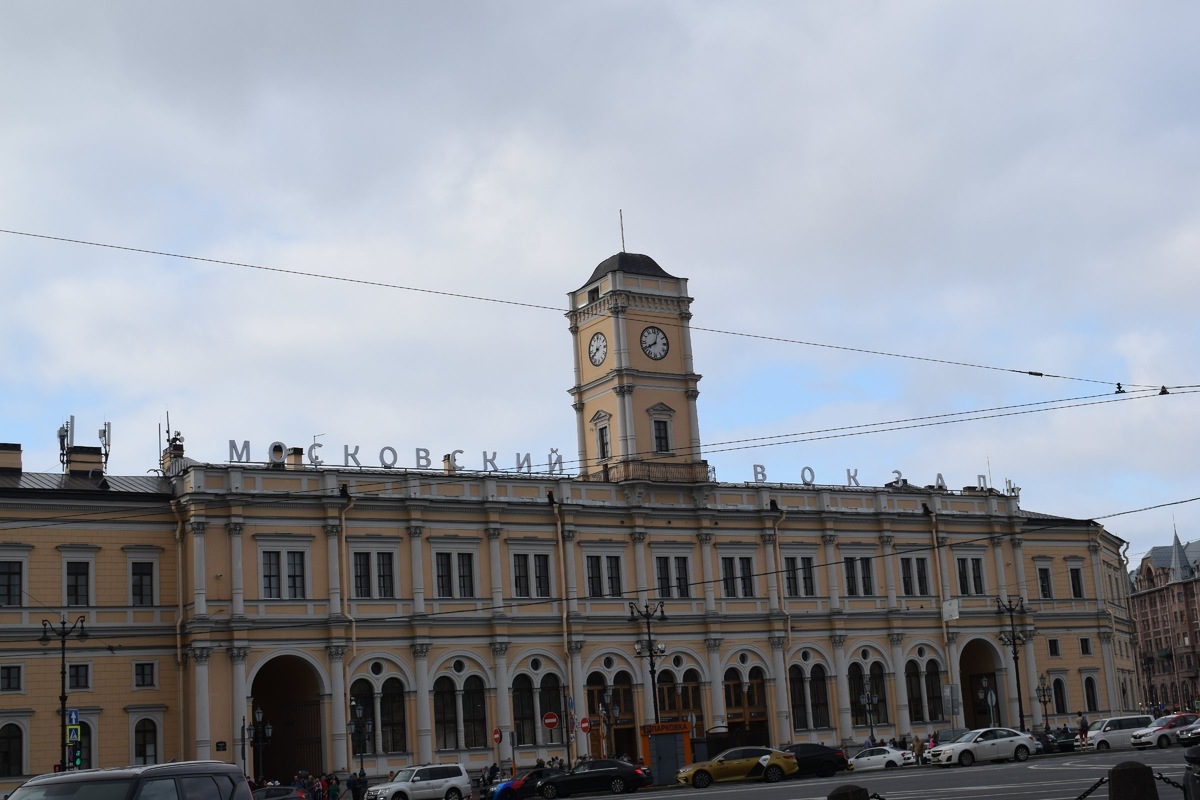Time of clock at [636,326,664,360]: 8:03
